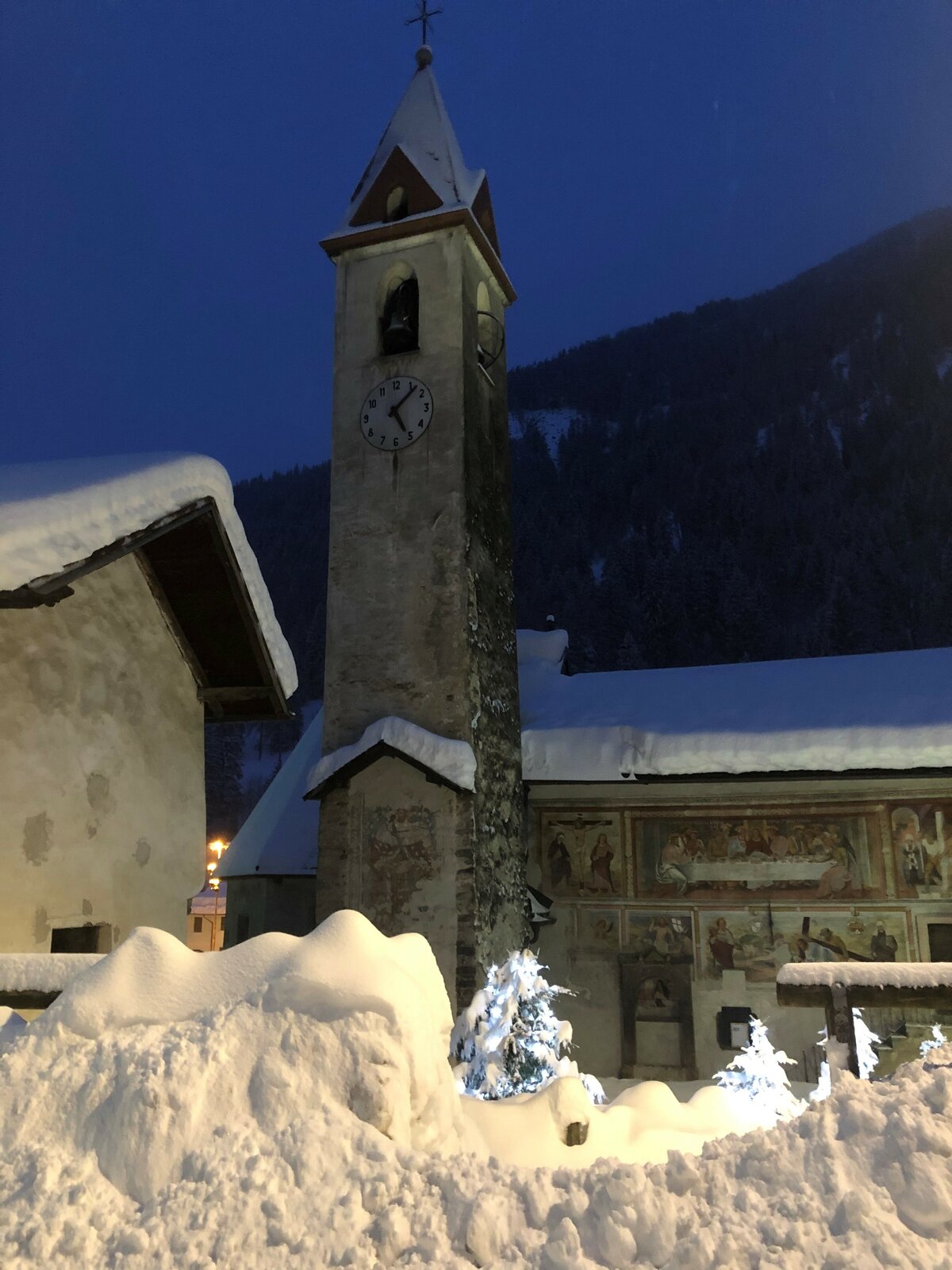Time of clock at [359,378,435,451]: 5:07
